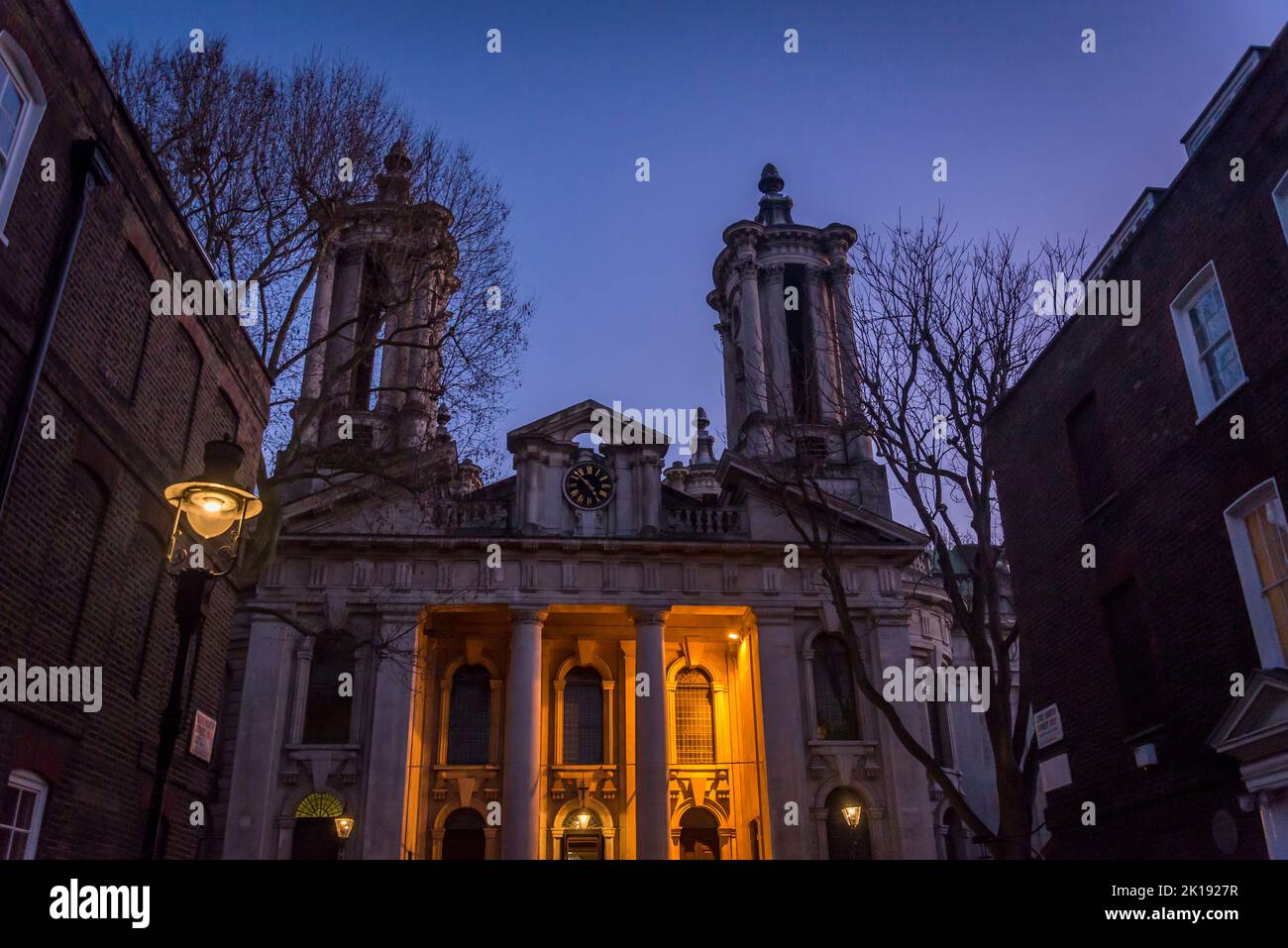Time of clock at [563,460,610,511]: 4:52
